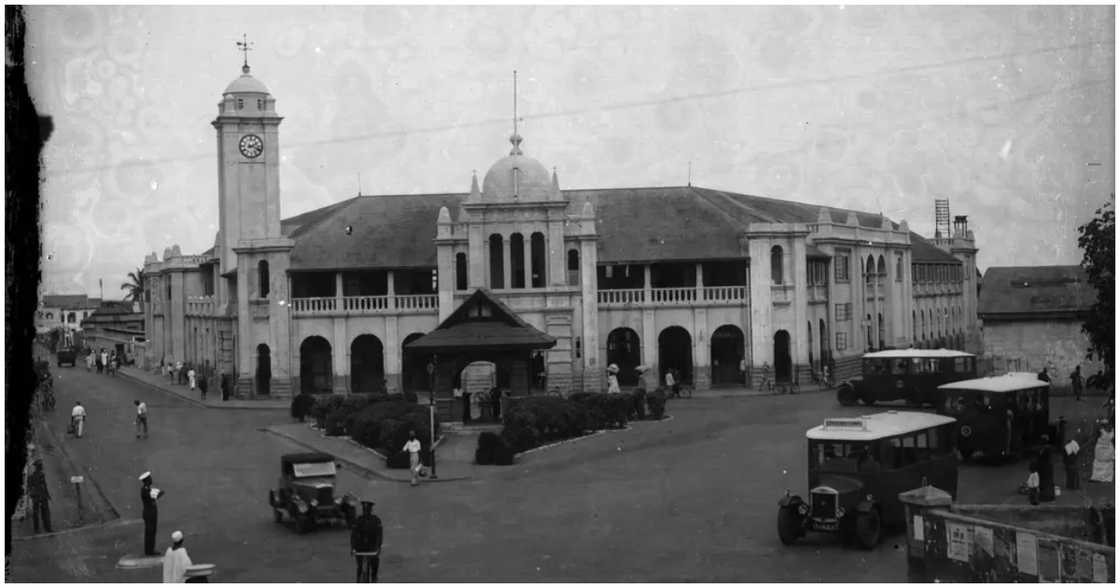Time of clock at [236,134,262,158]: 2:18
